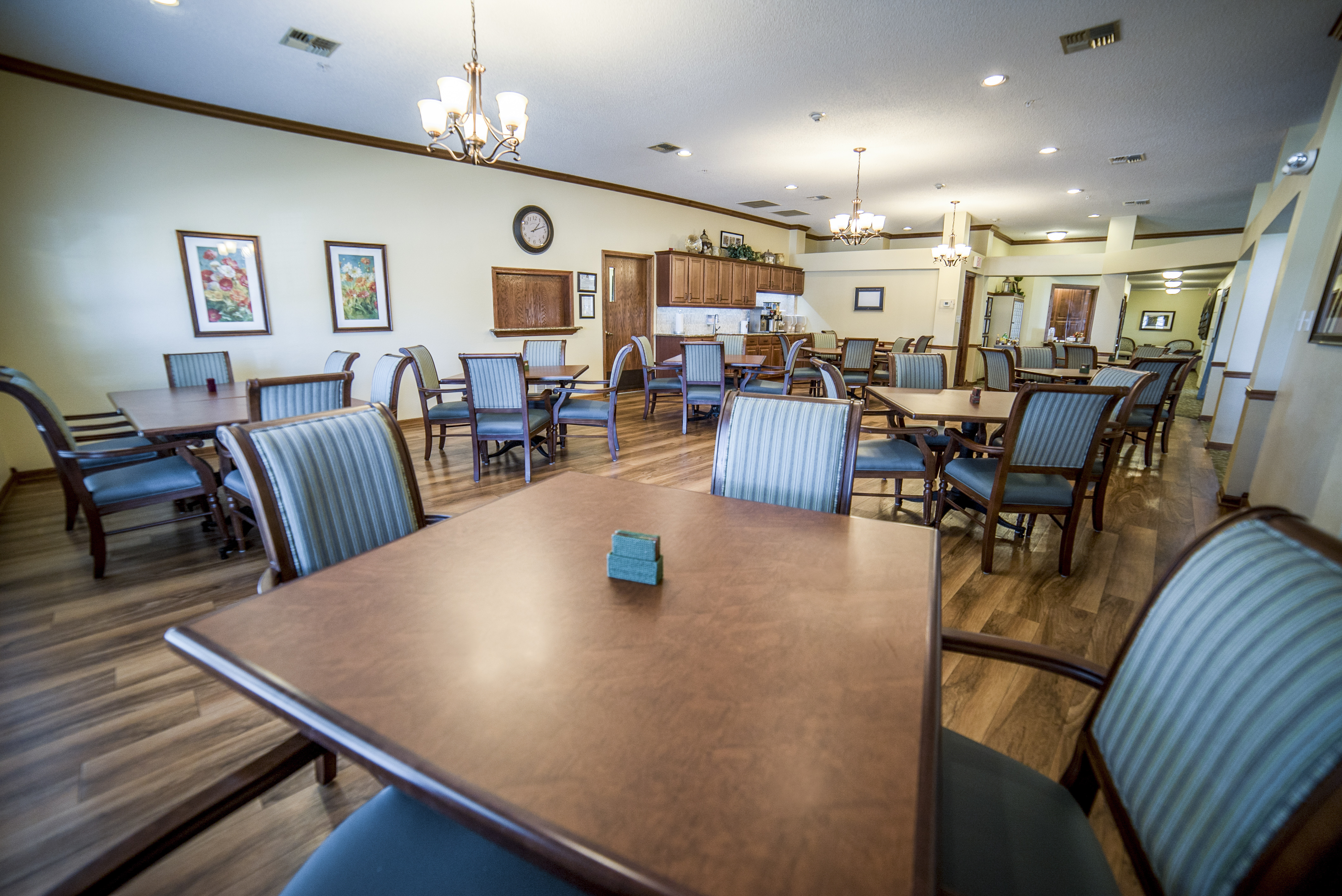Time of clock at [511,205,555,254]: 1:11
